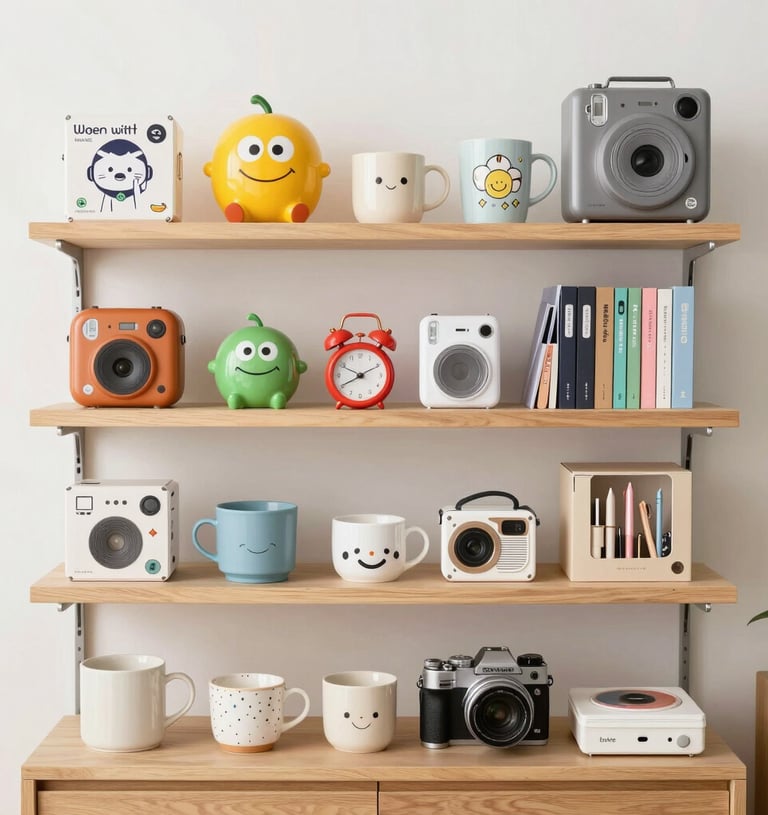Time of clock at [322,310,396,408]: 8:10
